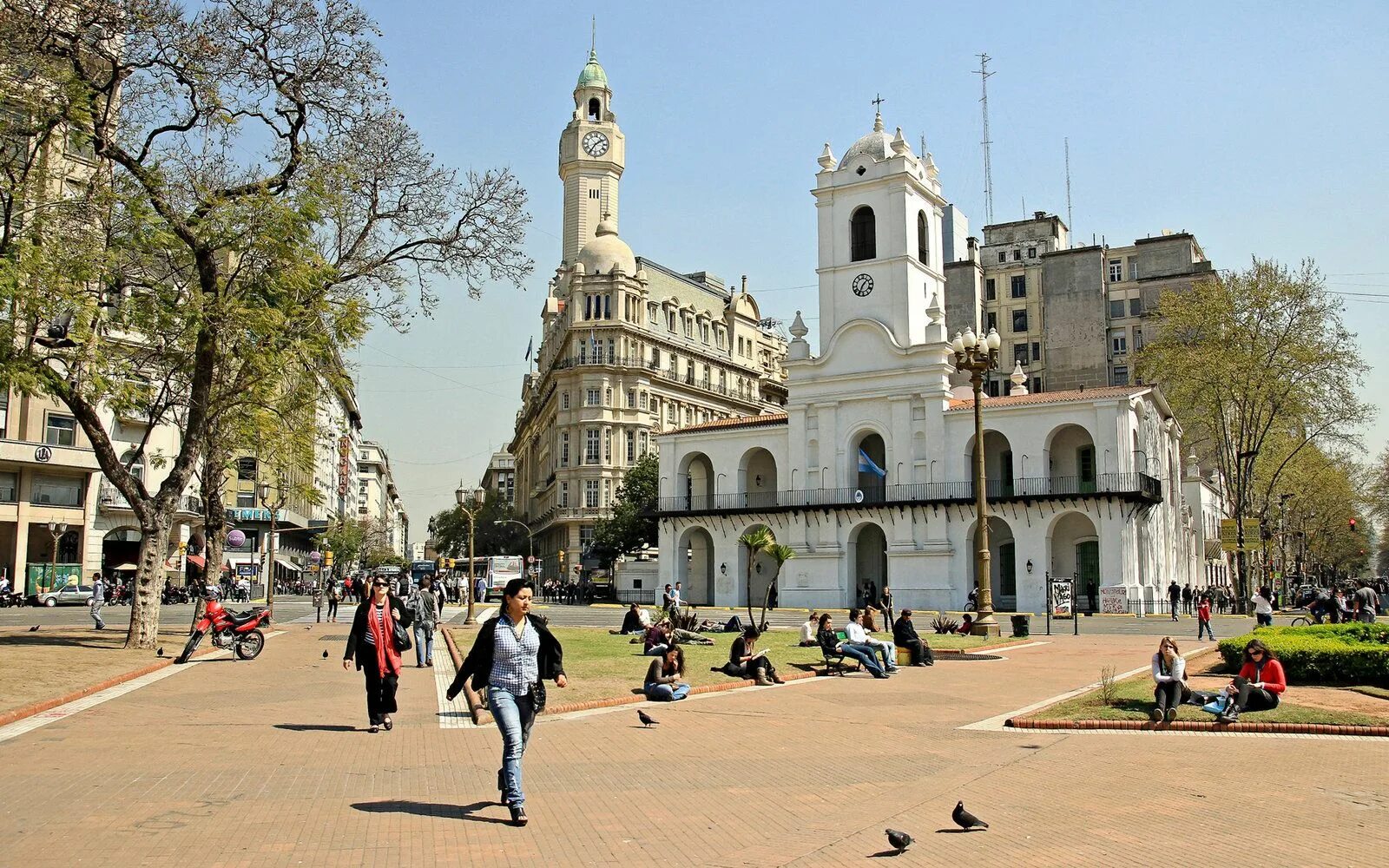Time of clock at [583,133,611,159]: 1:35
